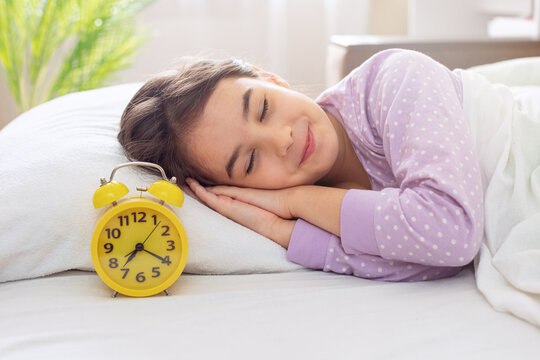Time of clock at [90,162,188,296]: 7:20
